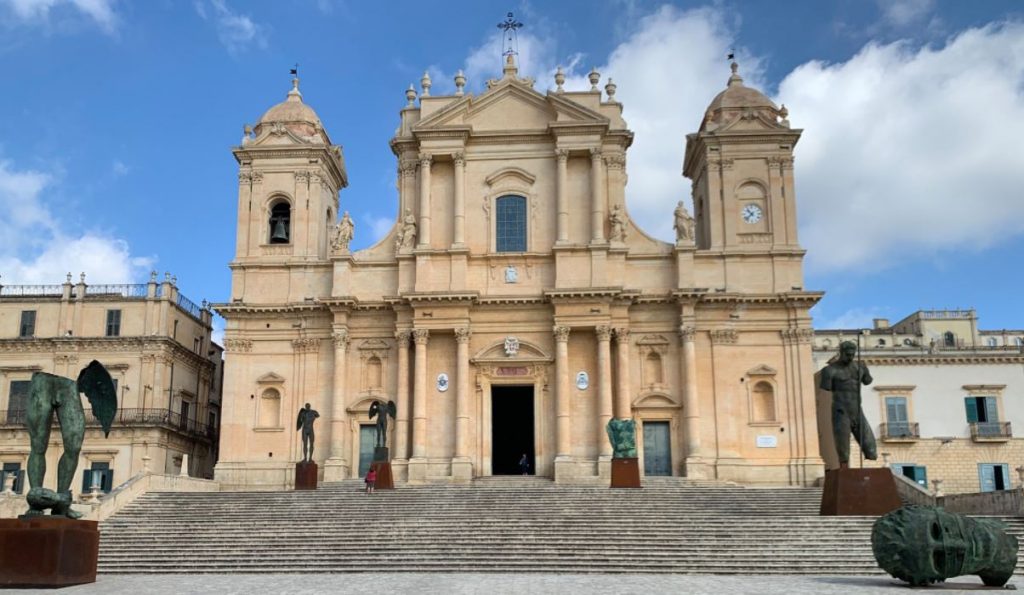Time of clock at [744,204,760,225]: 10:37
